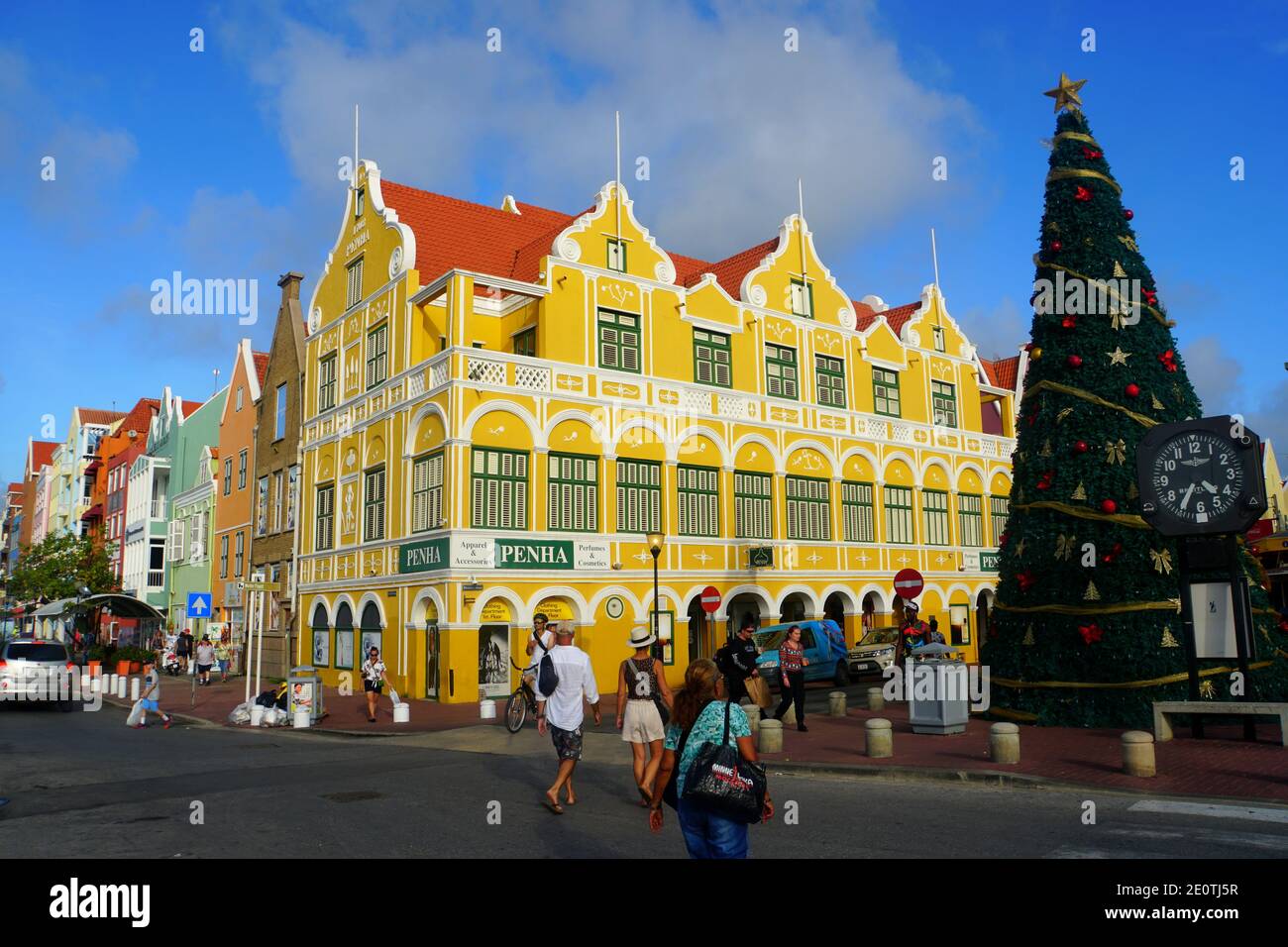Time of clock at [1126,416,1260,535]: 4:35
